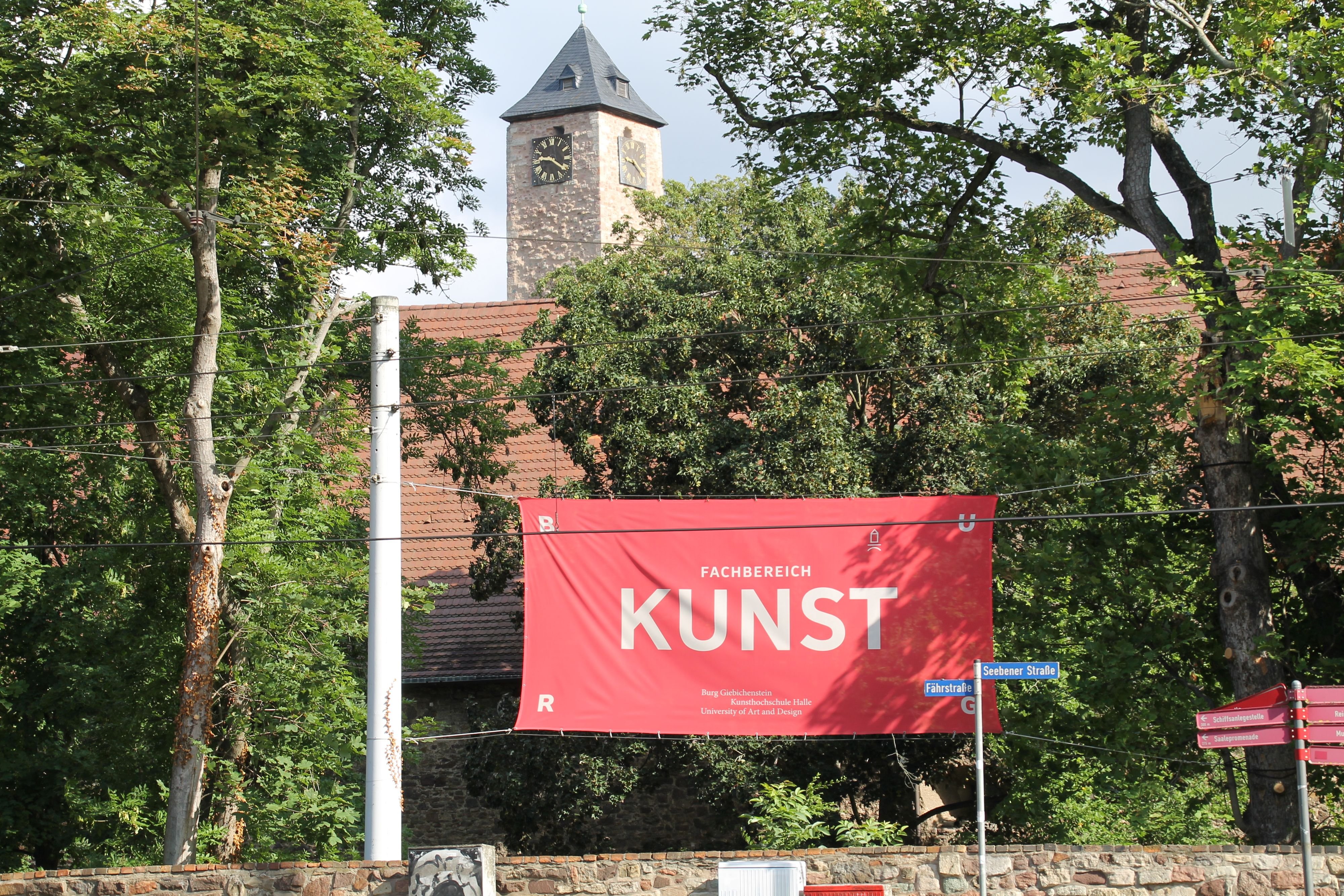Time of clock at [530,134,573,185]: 9:20
